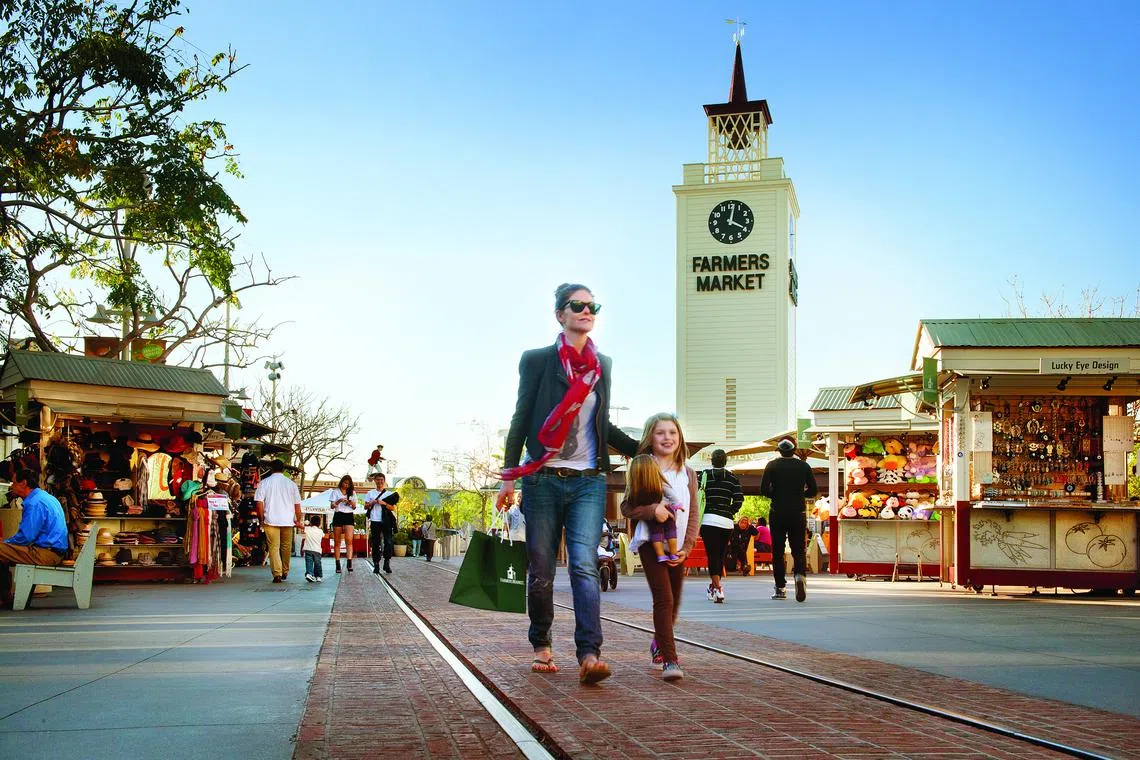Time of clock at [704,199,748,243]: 4:01
